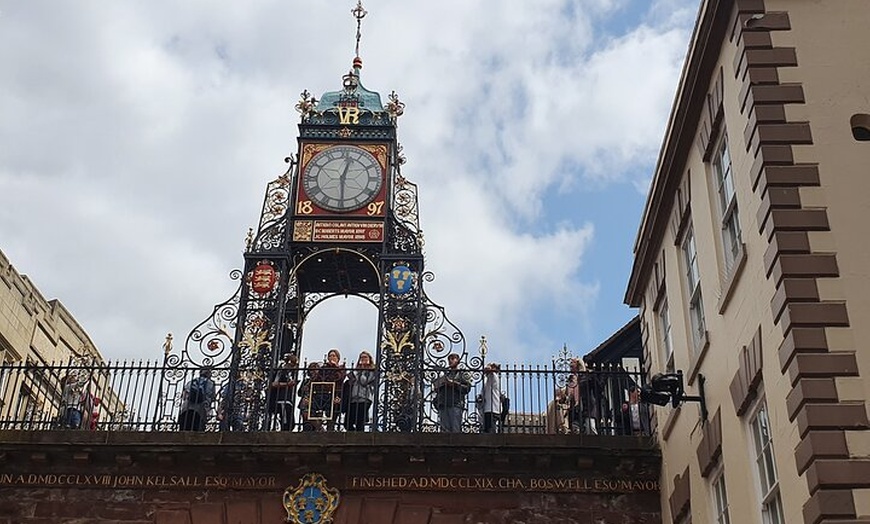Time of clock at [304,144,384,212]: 12:29
